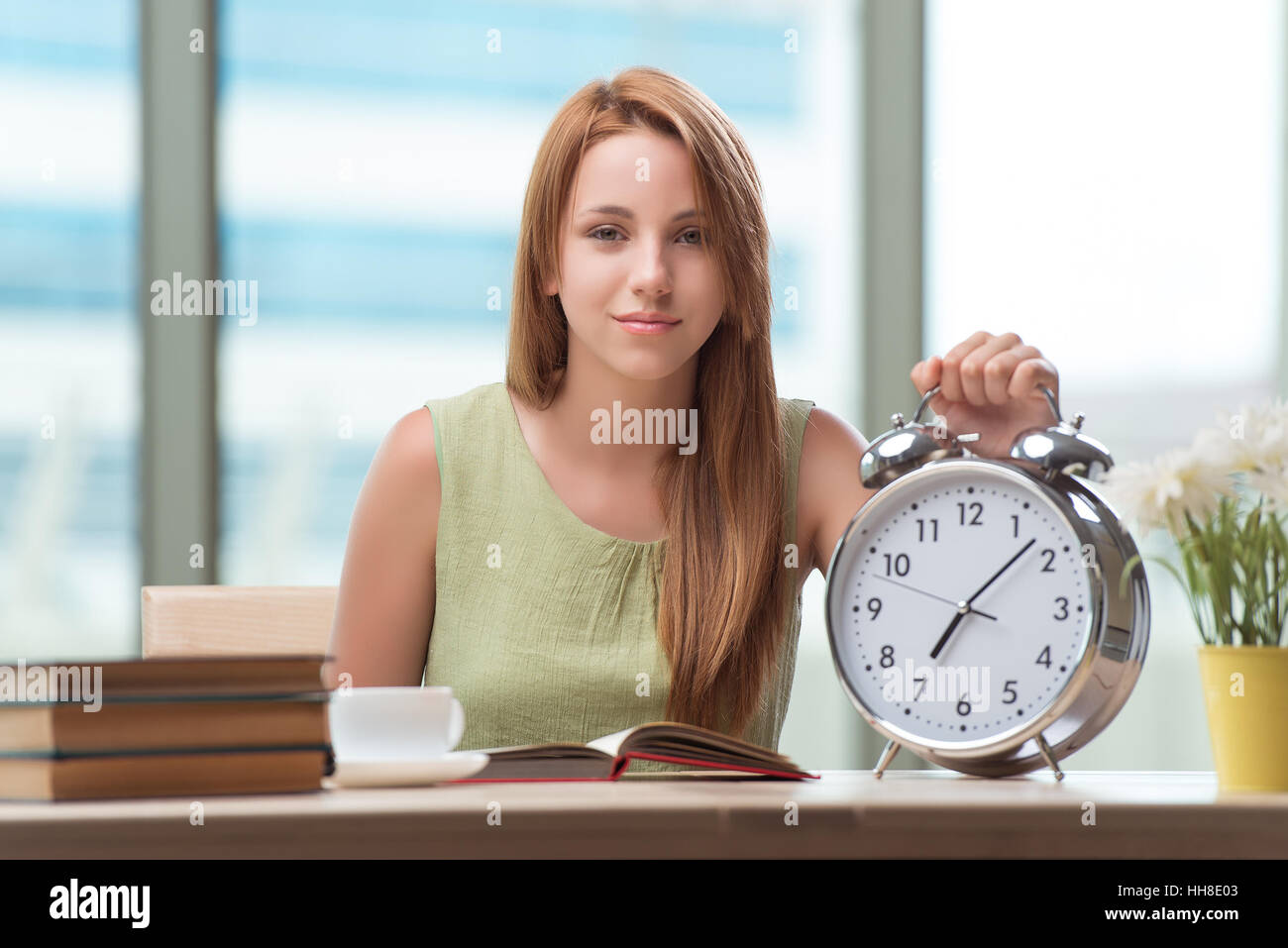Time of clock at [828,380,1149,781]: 7:07
